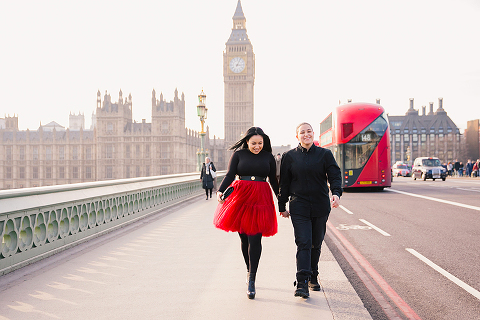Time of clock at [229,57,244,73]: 3:04
